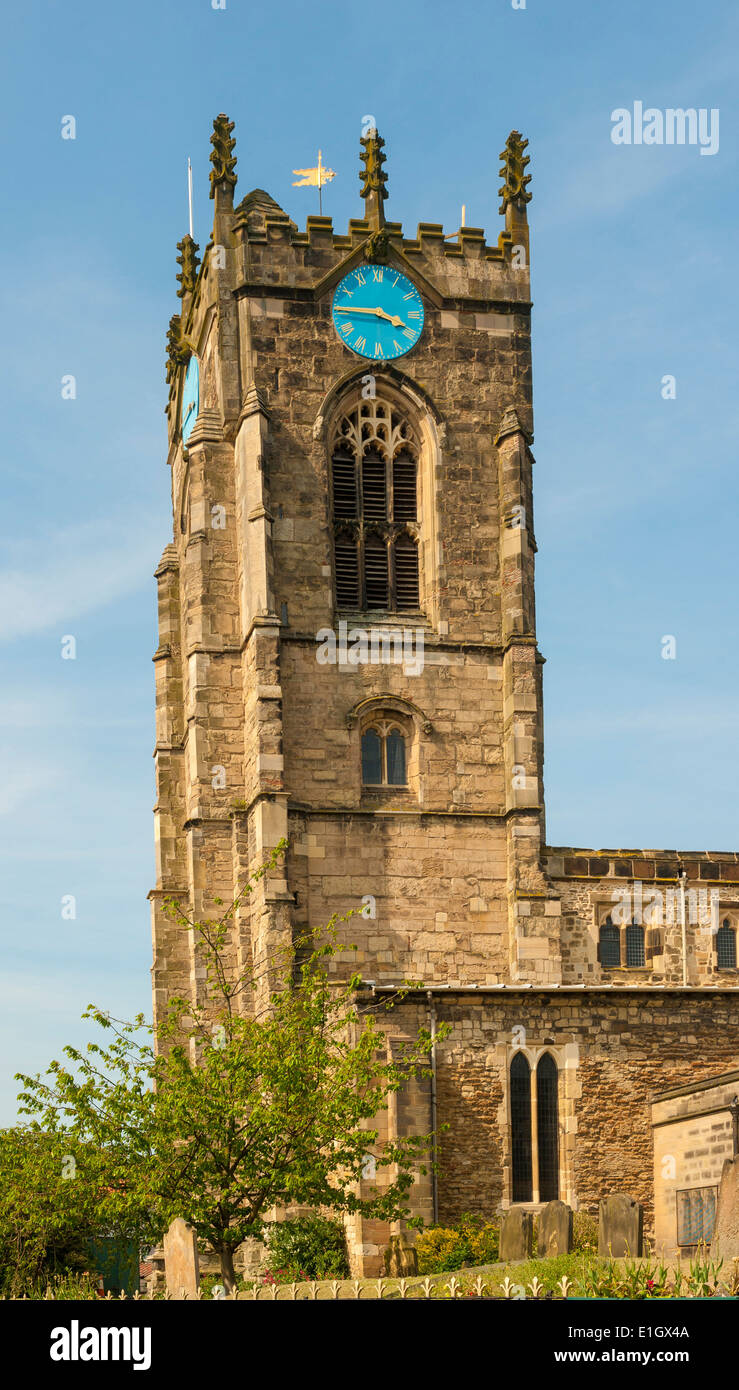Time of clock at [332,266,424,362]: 3:45
